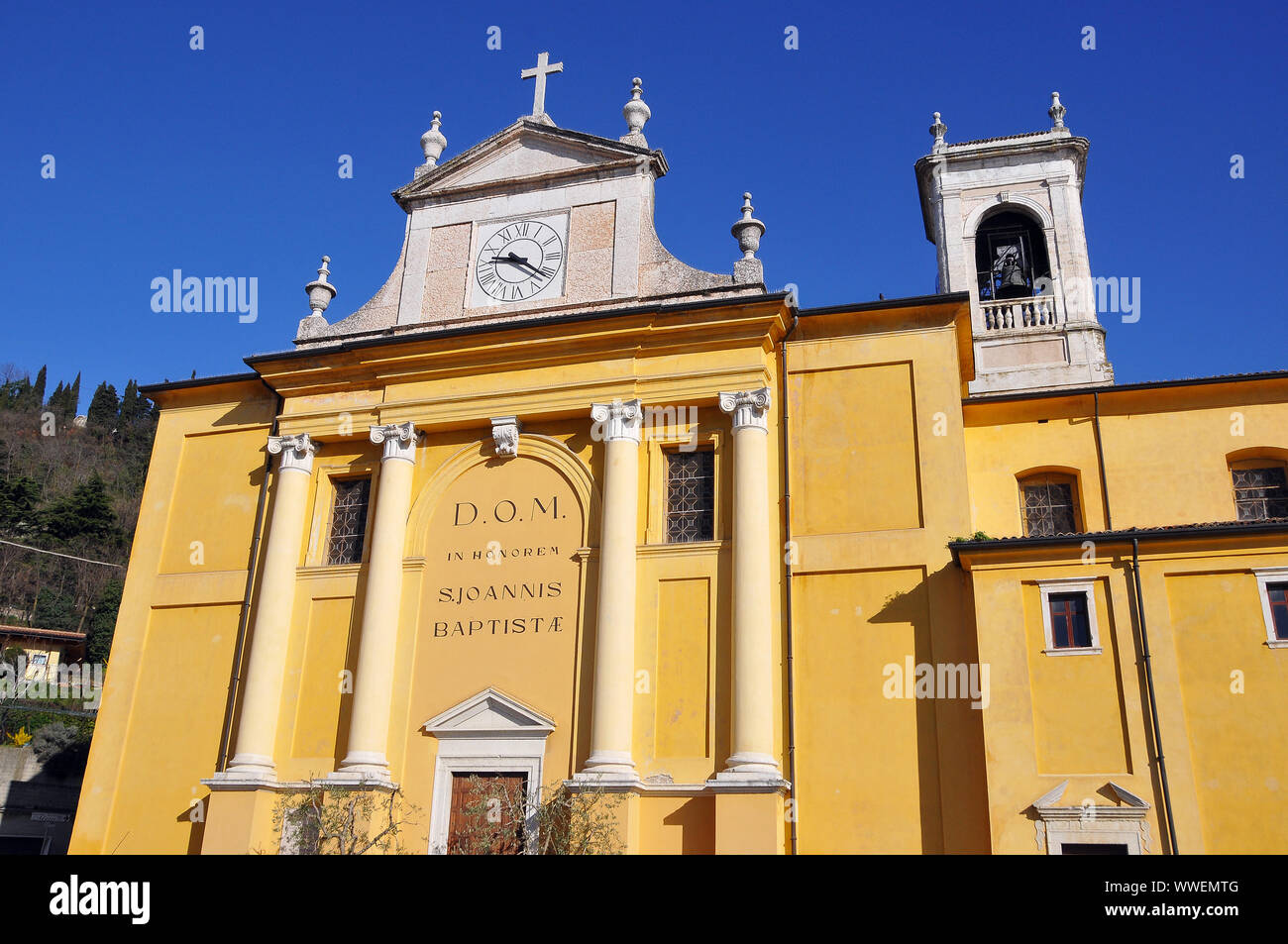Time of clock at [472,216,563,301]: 9:21
